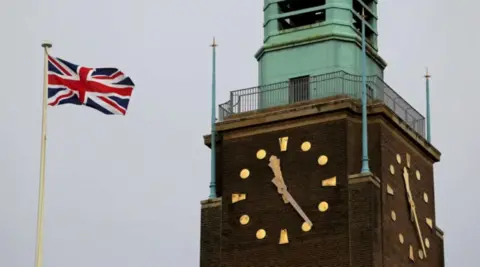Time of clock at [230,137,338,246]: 11:24
